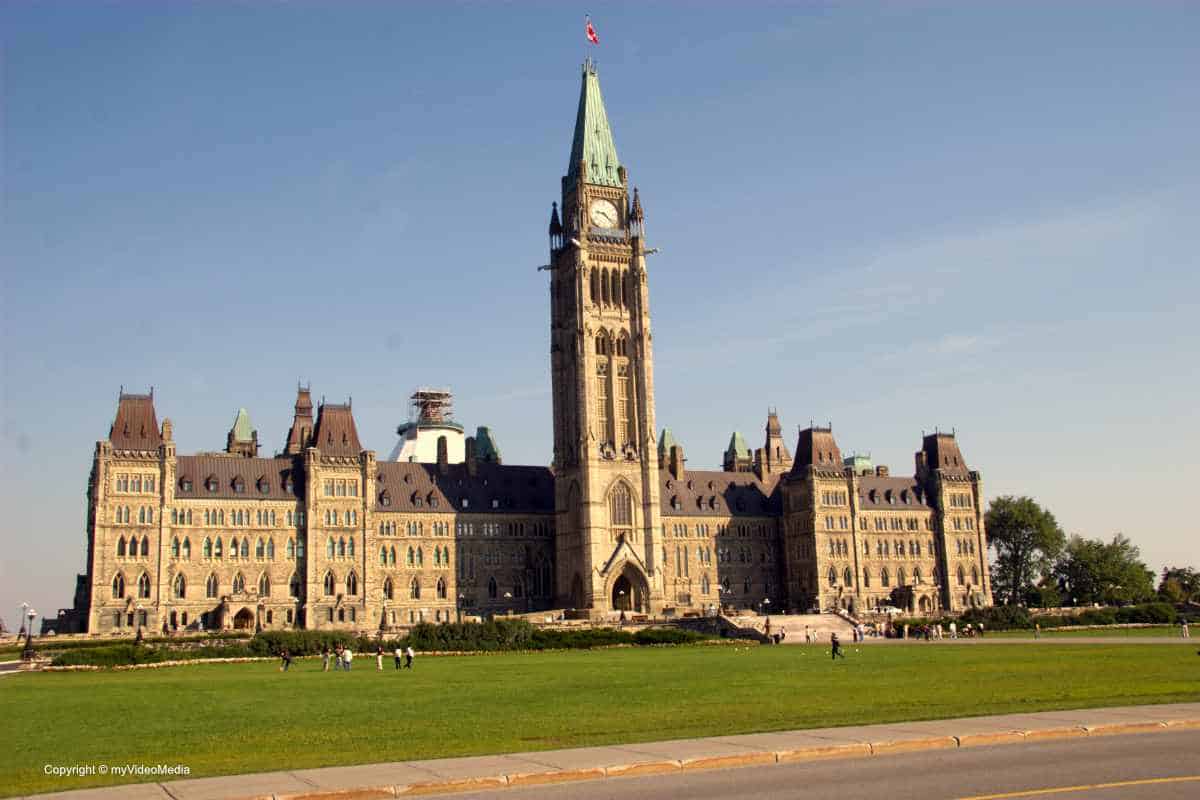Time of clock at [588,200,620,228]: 9:22
